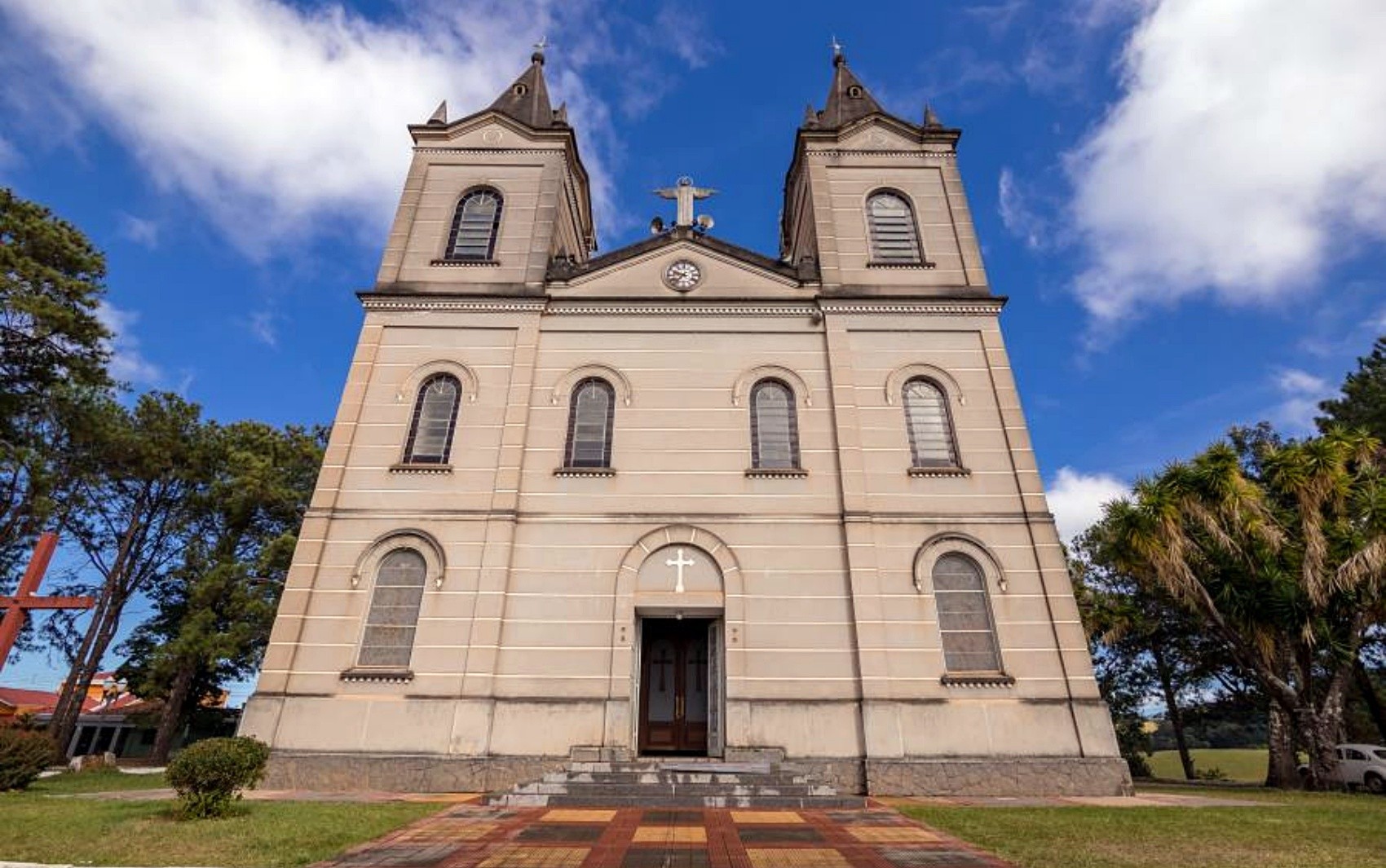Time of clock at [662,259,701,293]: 9:37
